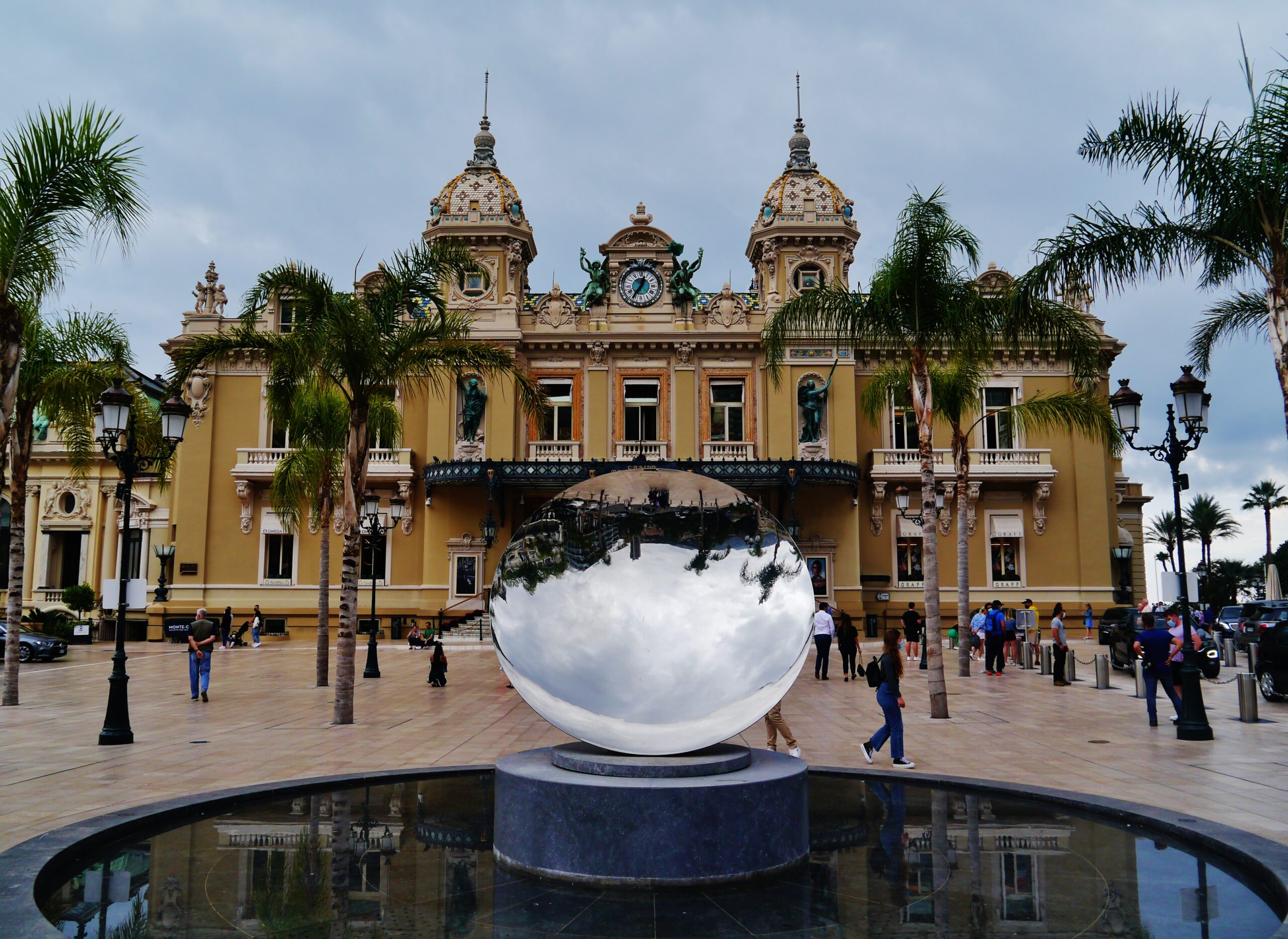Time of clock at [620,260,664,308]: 12:35
